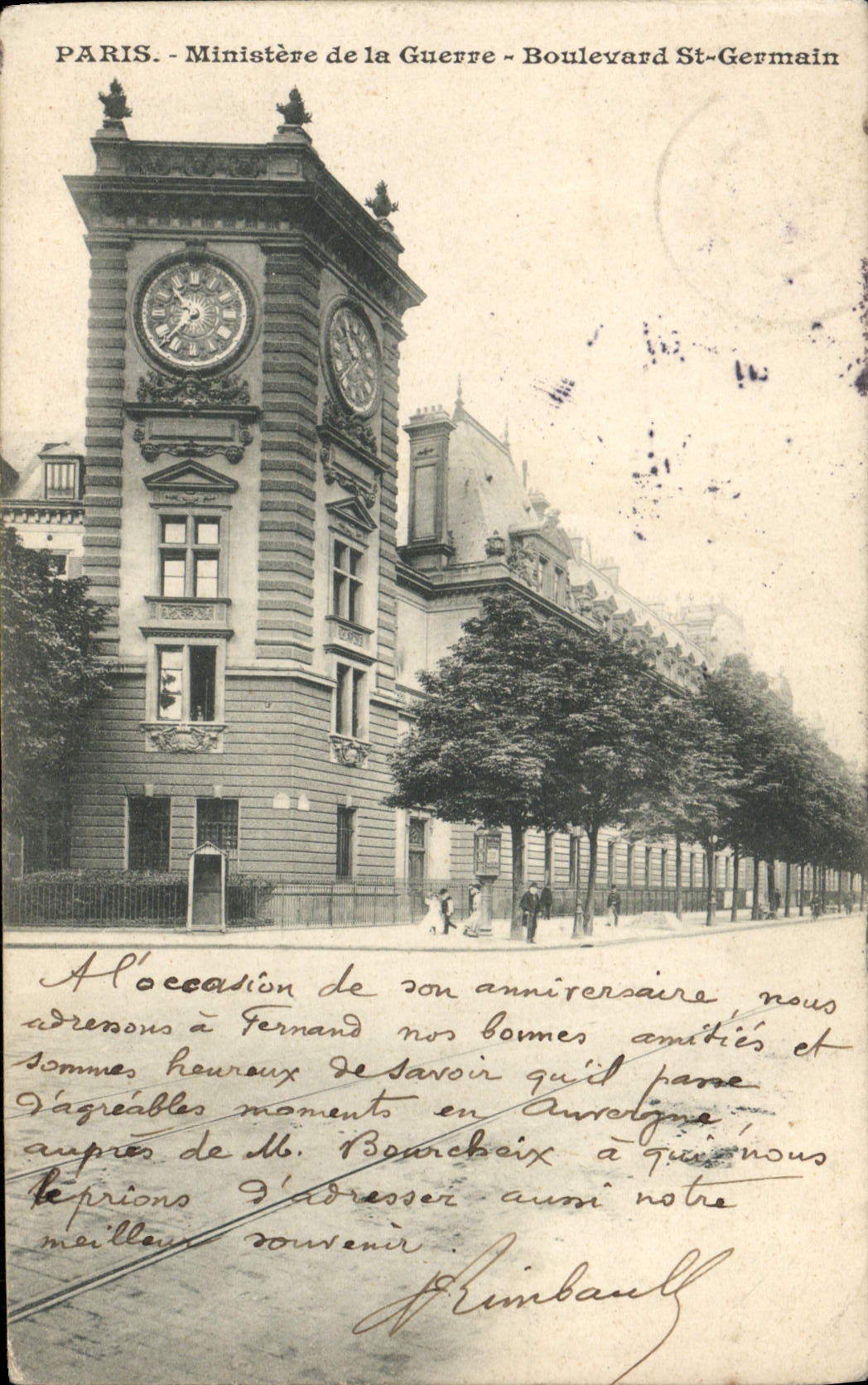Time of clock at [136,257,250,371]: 10:37
